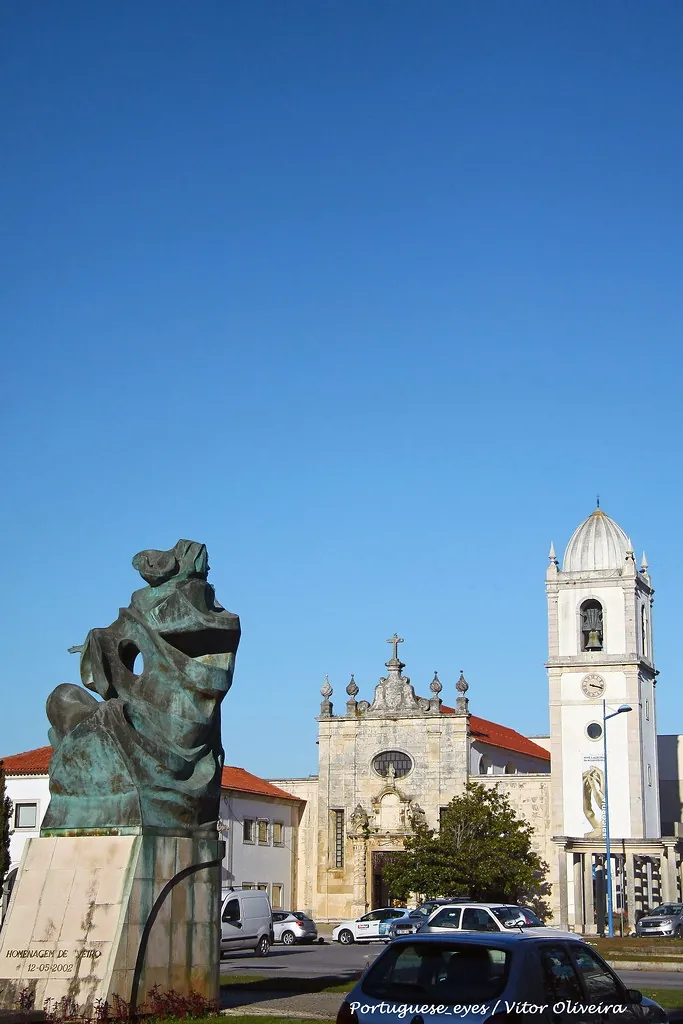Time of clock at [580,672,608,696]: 3:17
